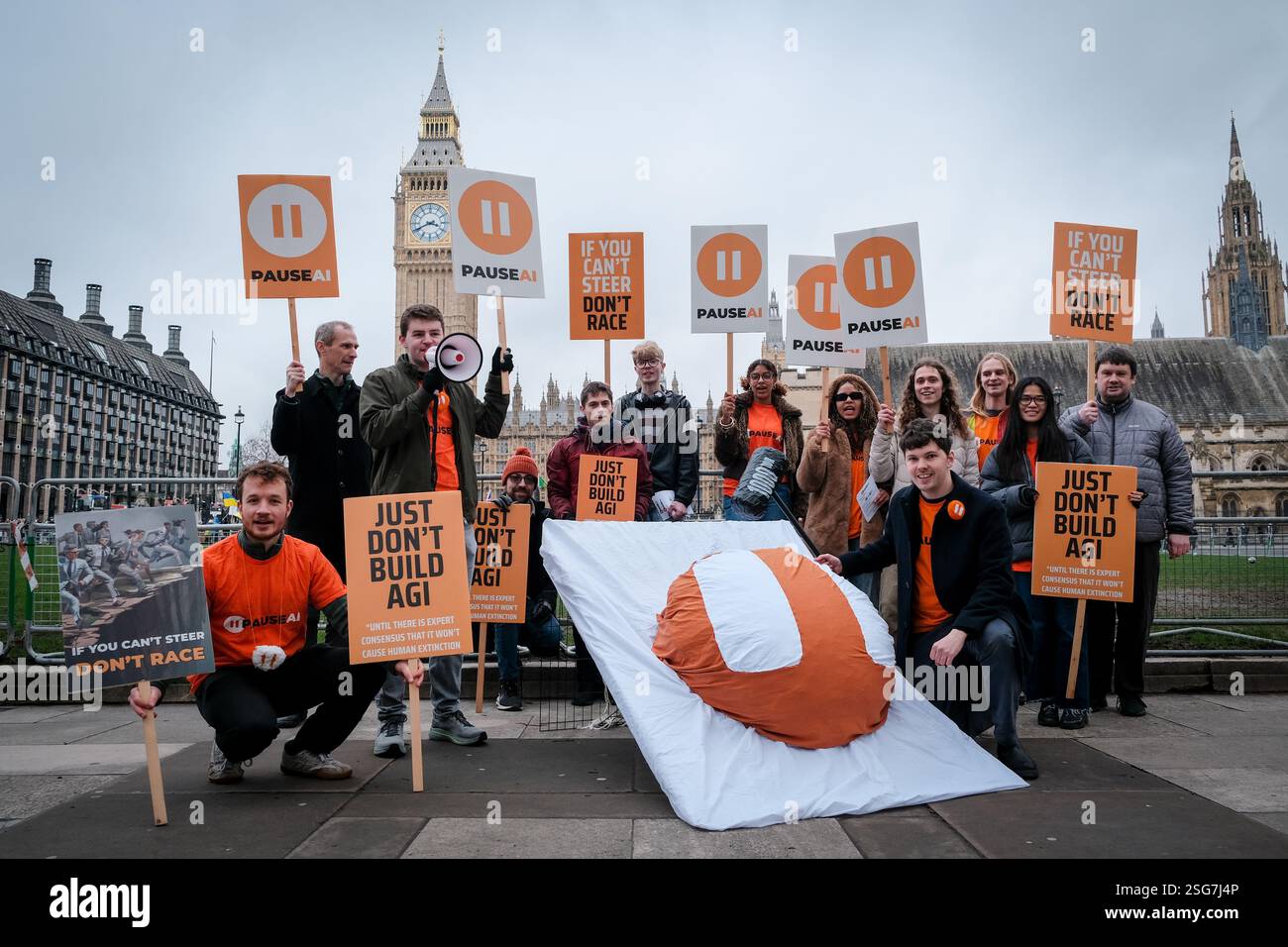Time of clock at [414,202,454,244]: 3:40
